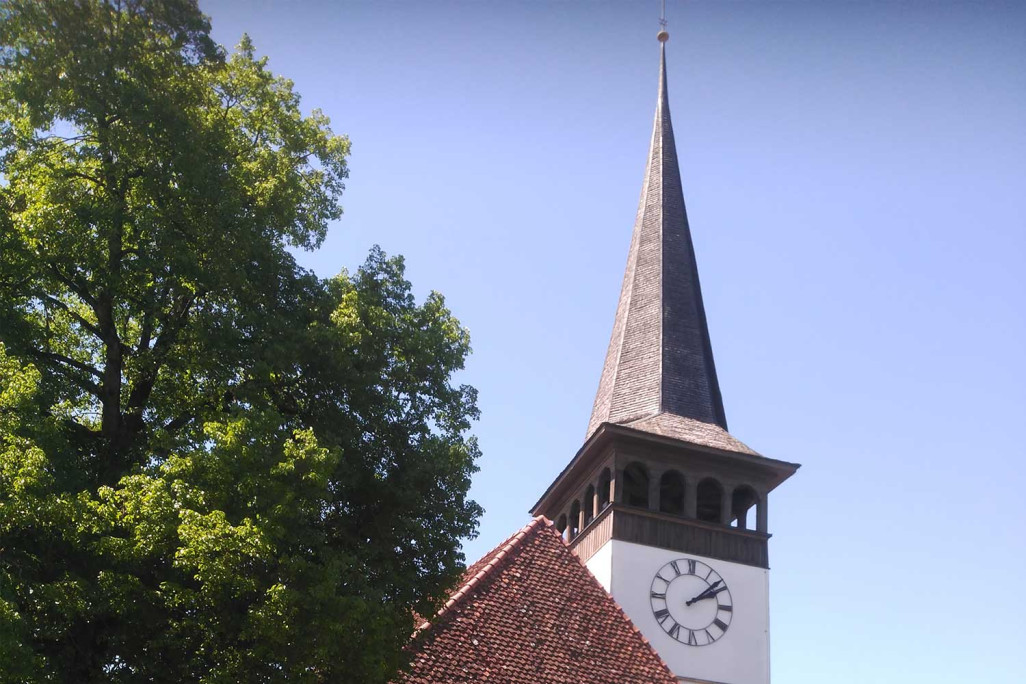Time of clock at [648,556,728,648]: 2:08
